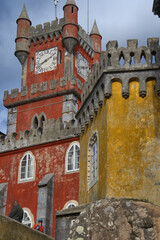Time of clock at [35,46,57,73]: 8:11
